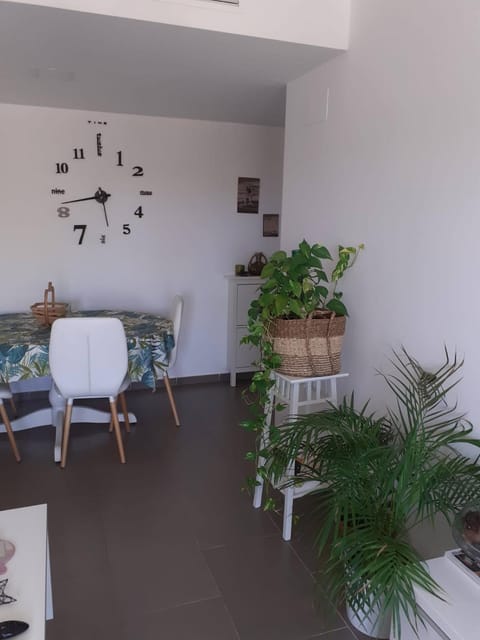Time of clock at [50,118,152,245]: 5:42
